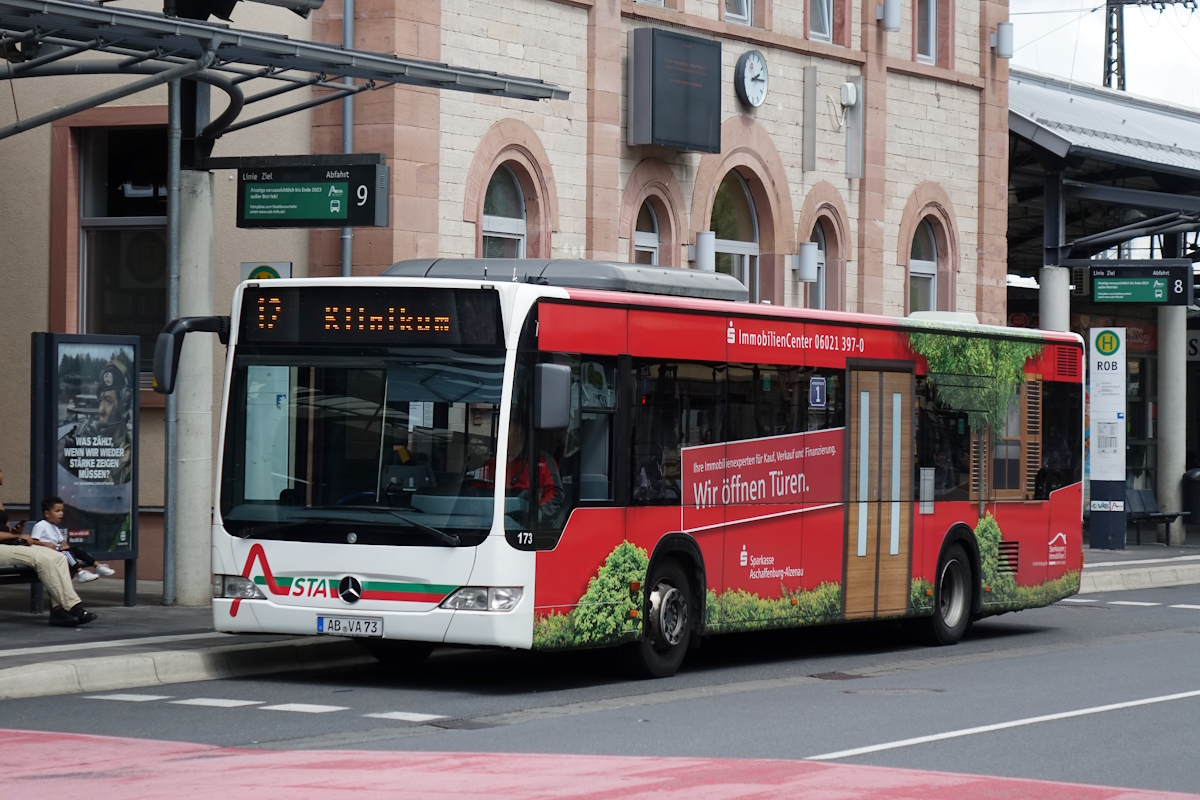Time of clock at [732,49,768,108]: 2:15
